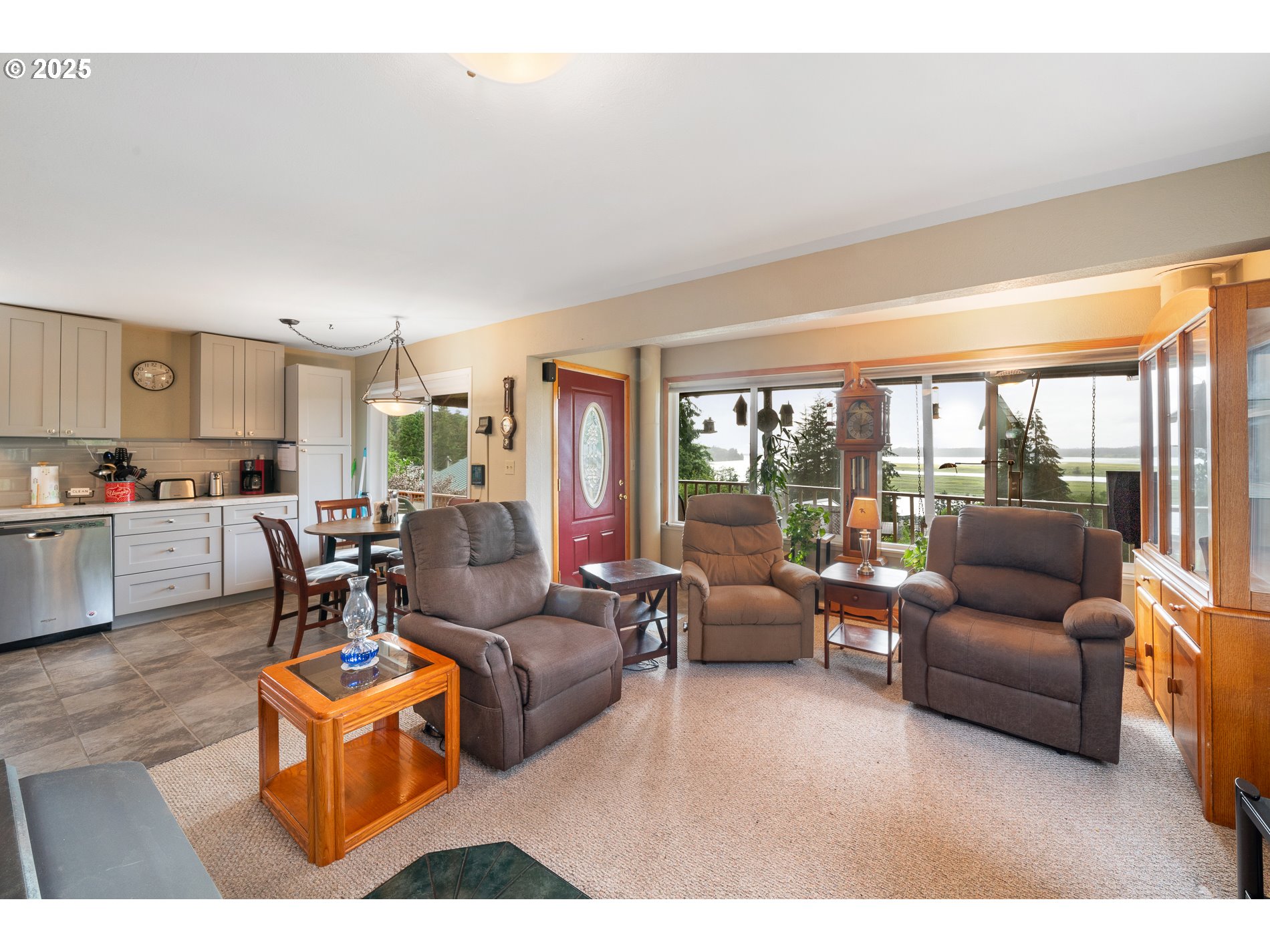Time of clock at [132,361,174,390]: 6:11
